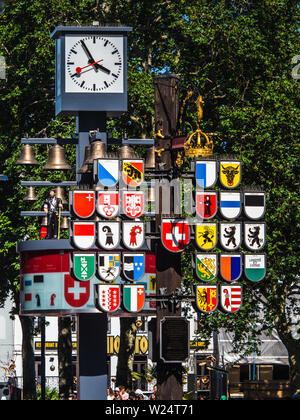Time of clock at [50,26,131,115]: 3:54
